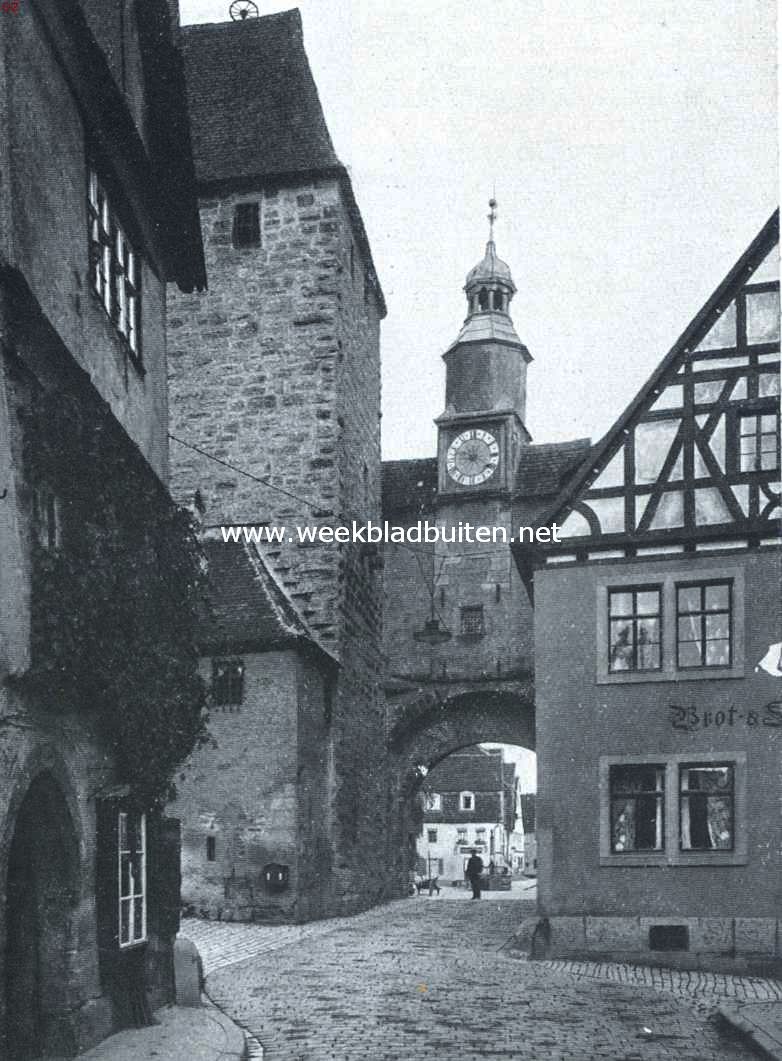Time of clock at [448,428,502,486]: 9:01
